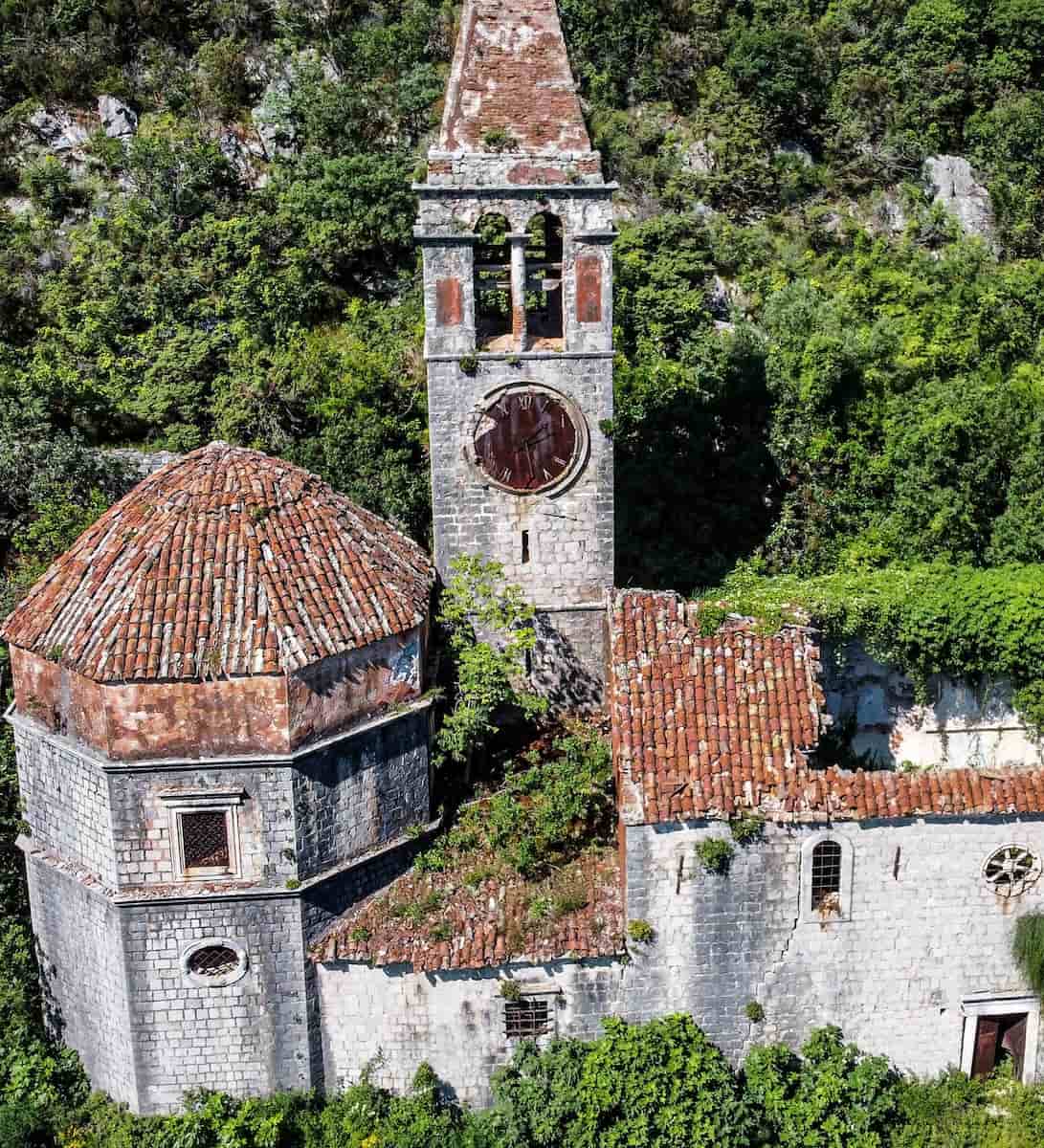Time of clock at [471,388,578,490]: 1:28
